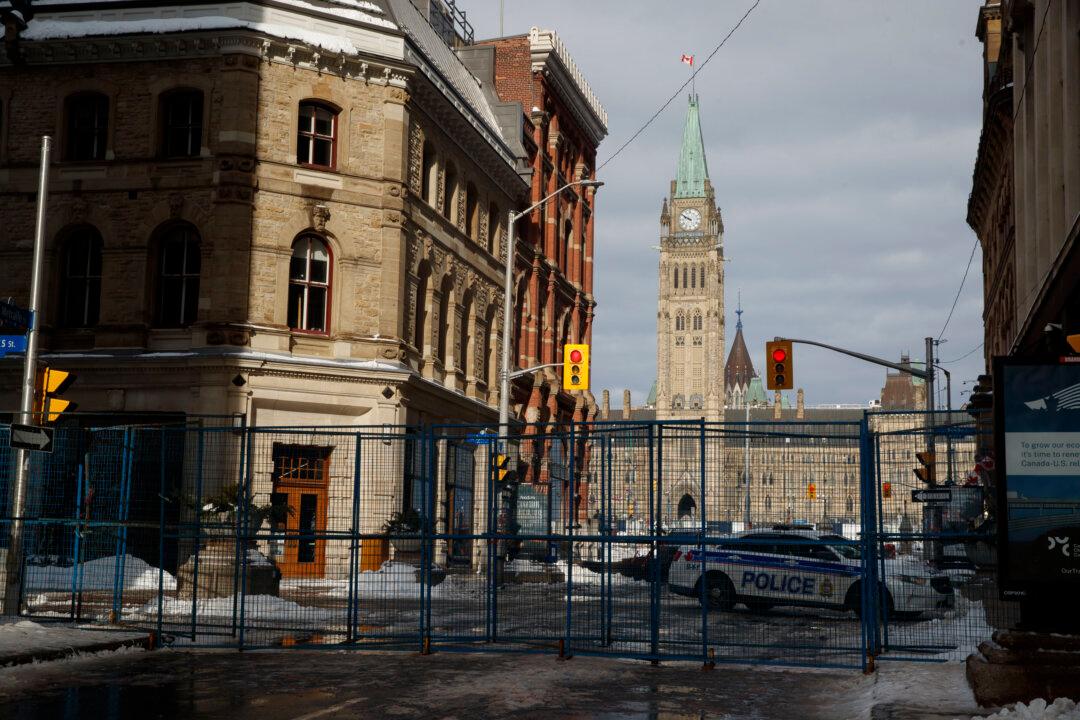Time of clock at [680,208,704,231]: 9:50
